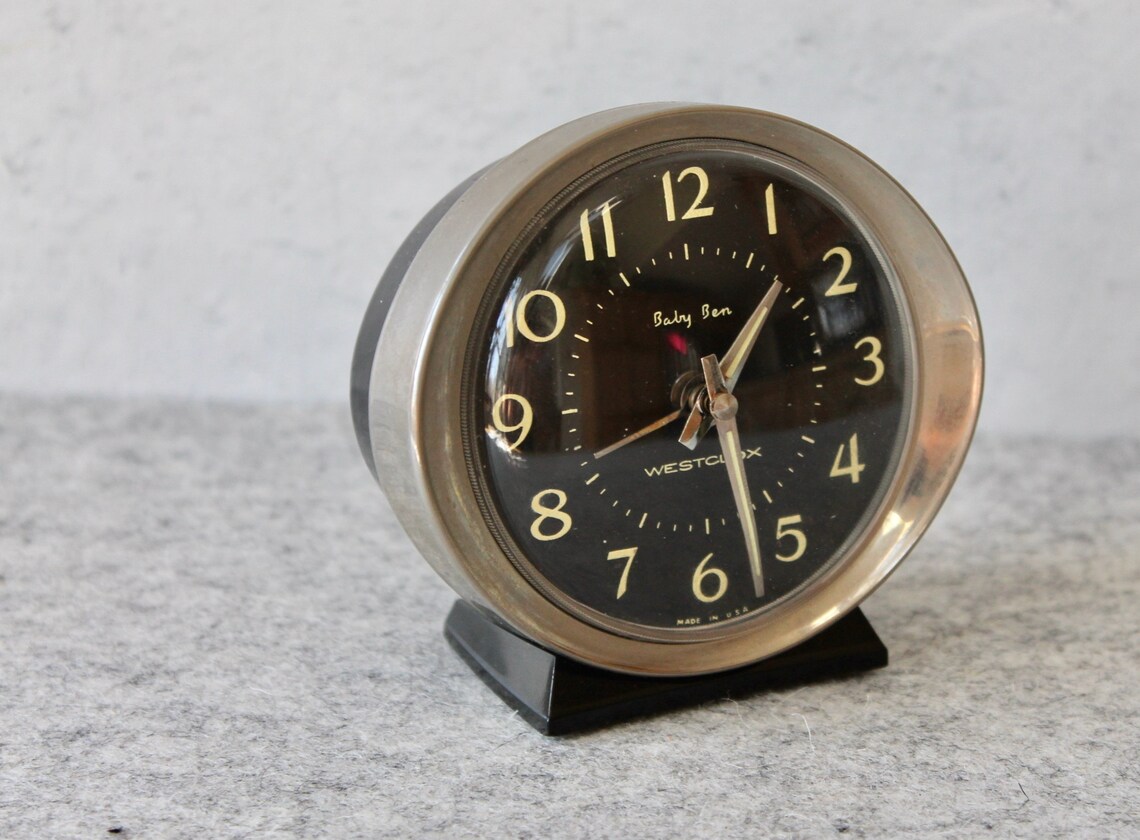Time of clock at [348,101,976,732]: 1:27
